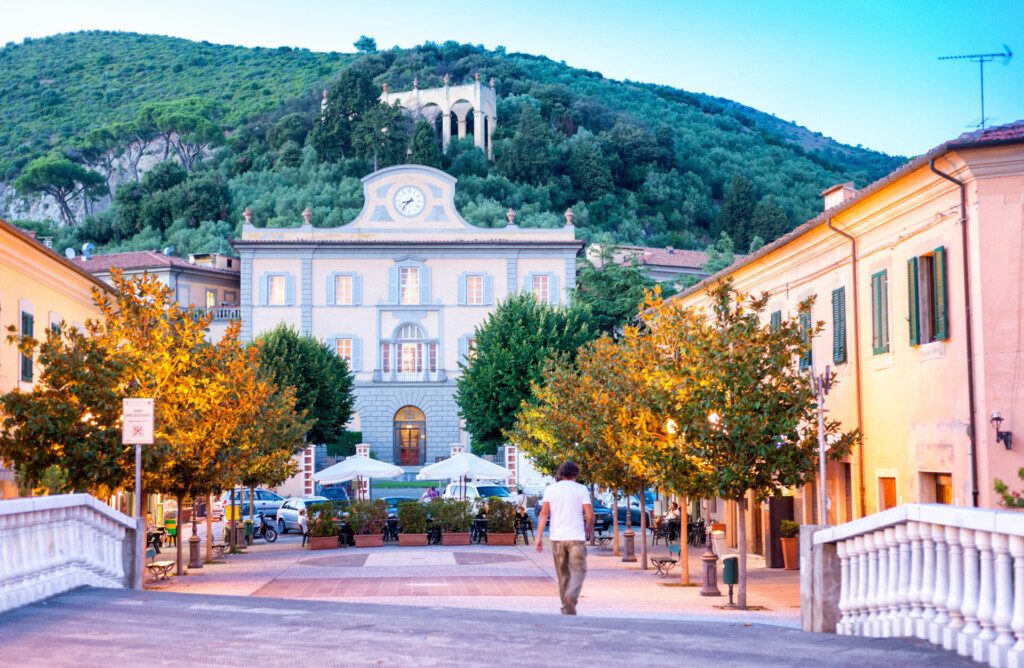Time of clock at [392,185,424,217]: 8:37
